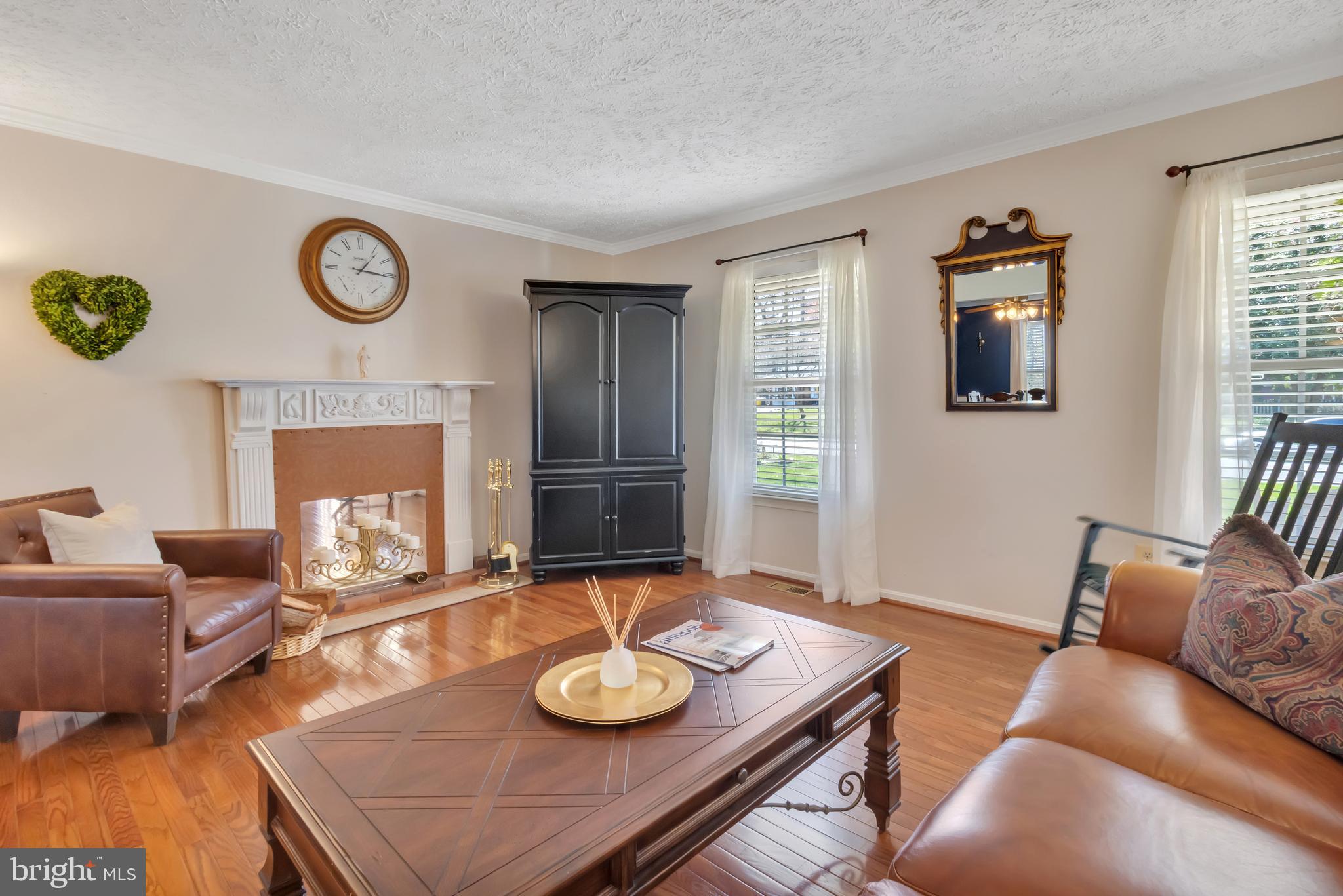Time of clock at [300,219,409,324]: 1:15
